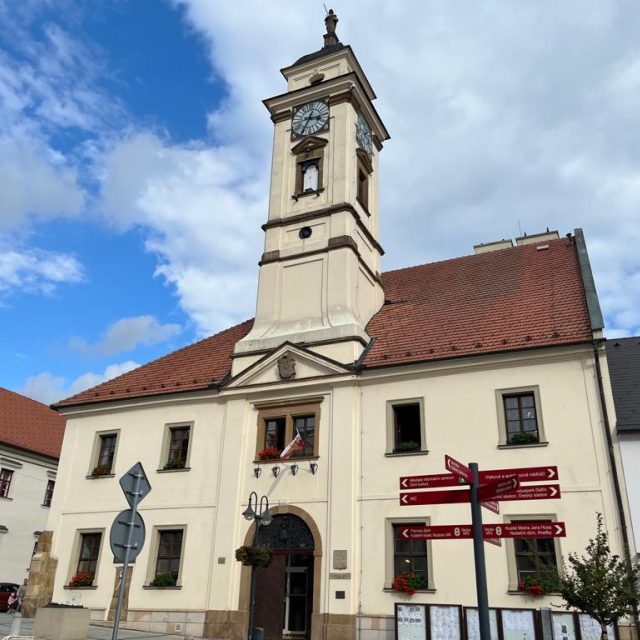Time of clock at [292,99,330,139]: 3:34
